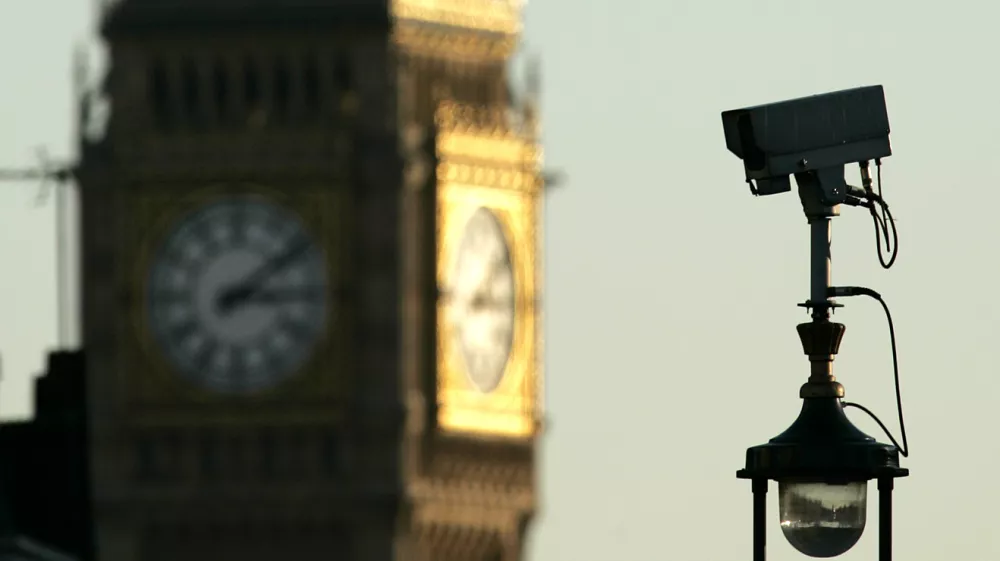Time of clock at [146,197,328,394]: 3:09
